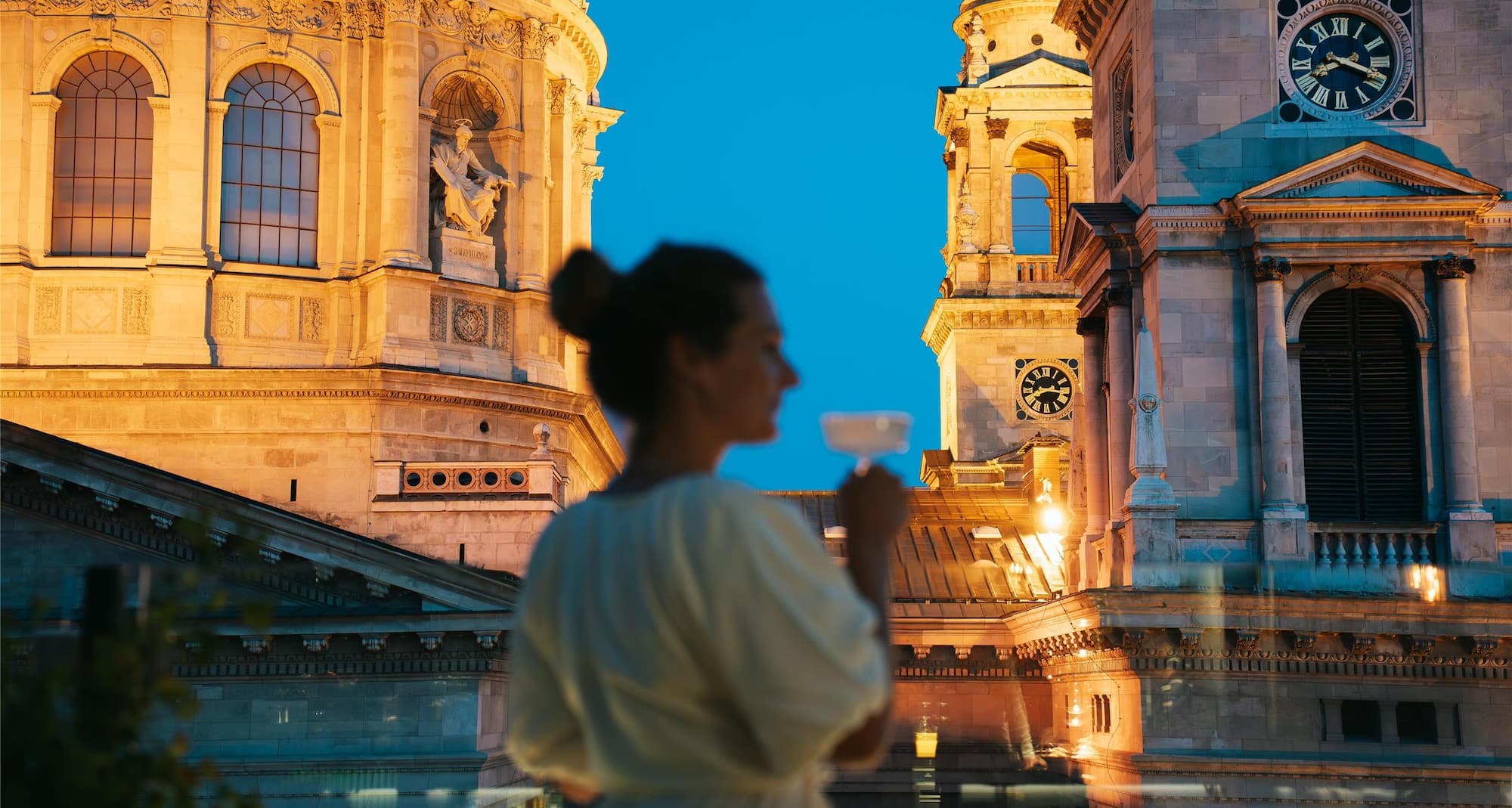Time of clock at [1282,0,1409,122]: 8:18
